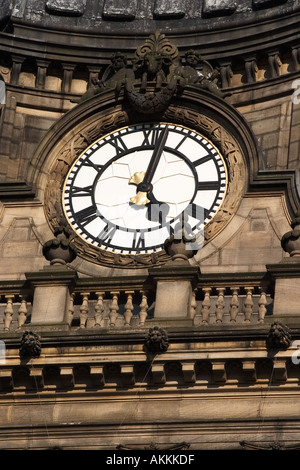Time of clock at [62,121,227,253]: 5:02
